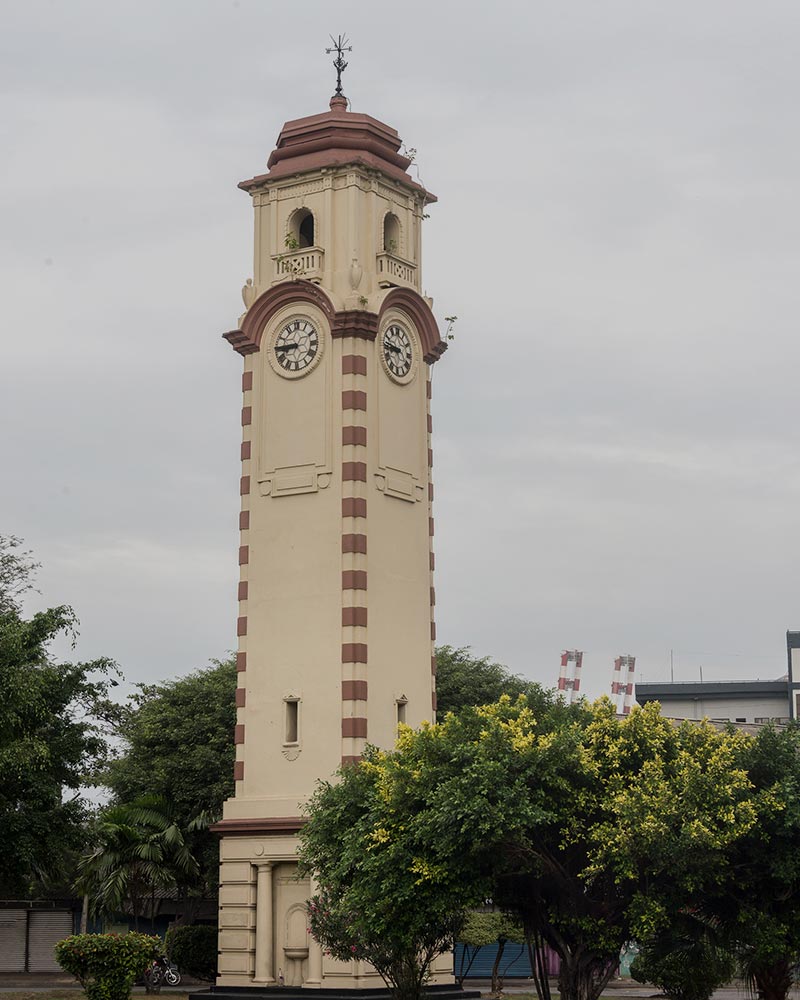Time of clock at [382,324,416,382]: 8:46
